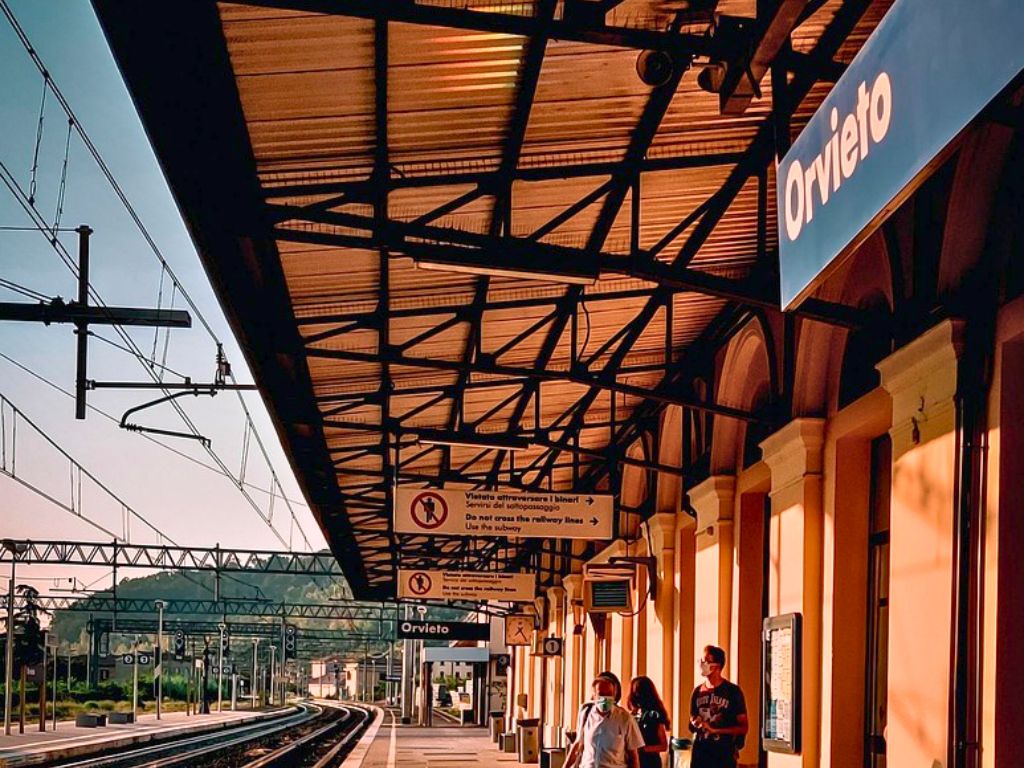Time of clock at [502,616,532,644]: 7:24
